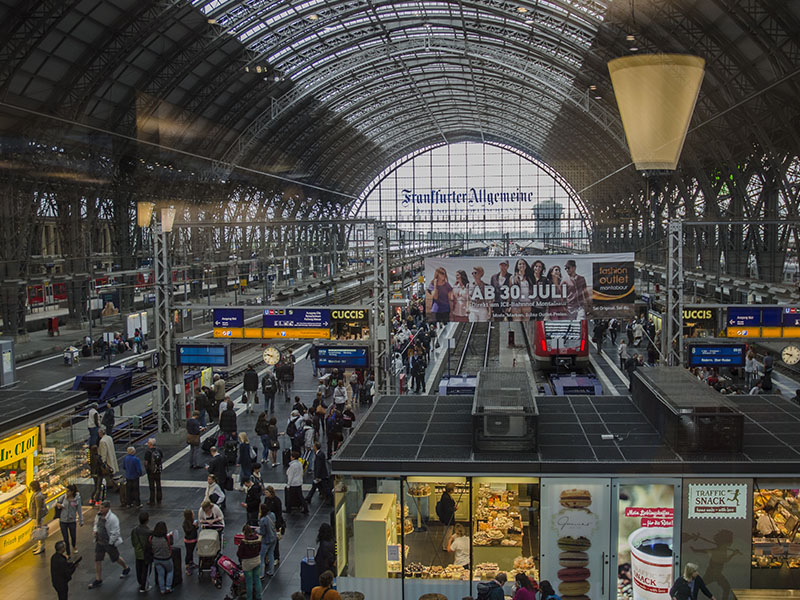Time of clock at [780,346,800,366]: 9:36
